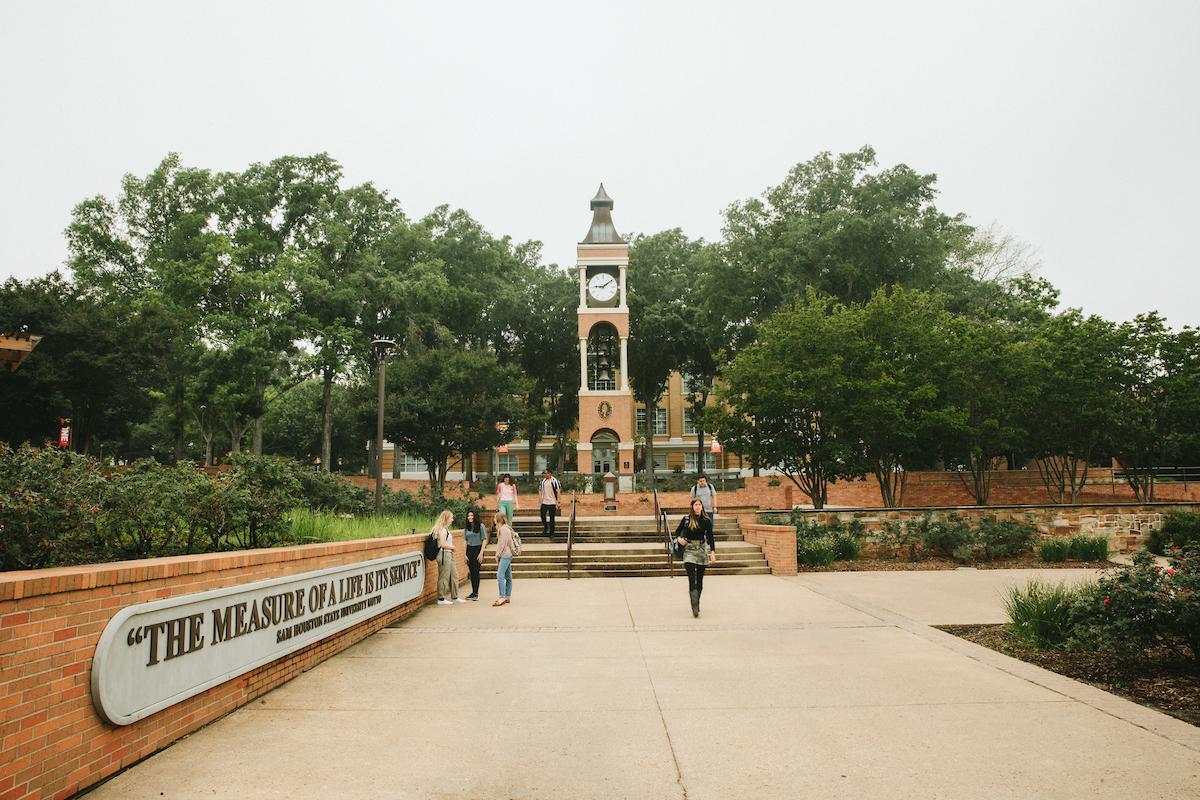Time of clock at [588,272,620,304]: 9:08
